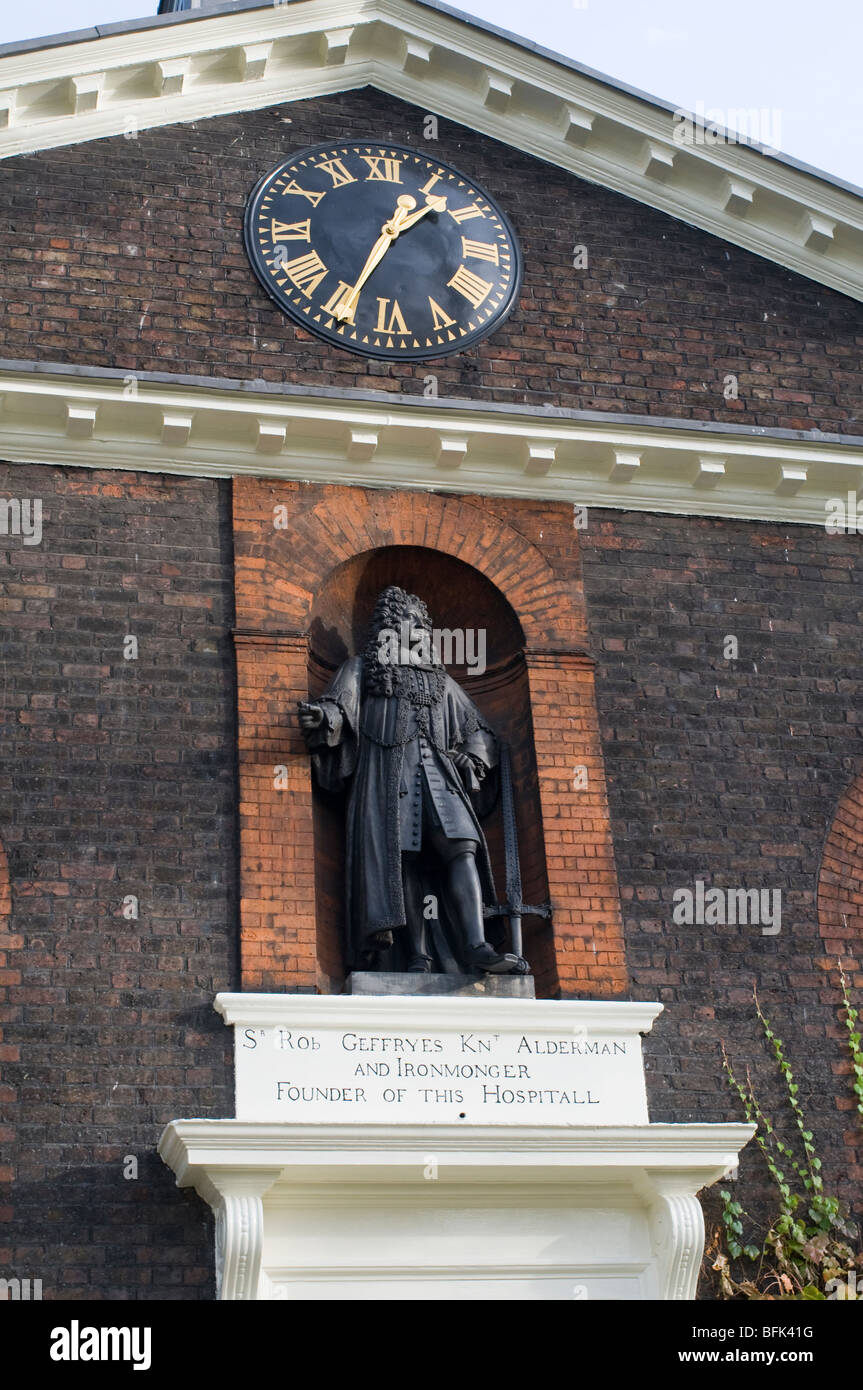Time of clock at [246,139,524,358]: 1:34
